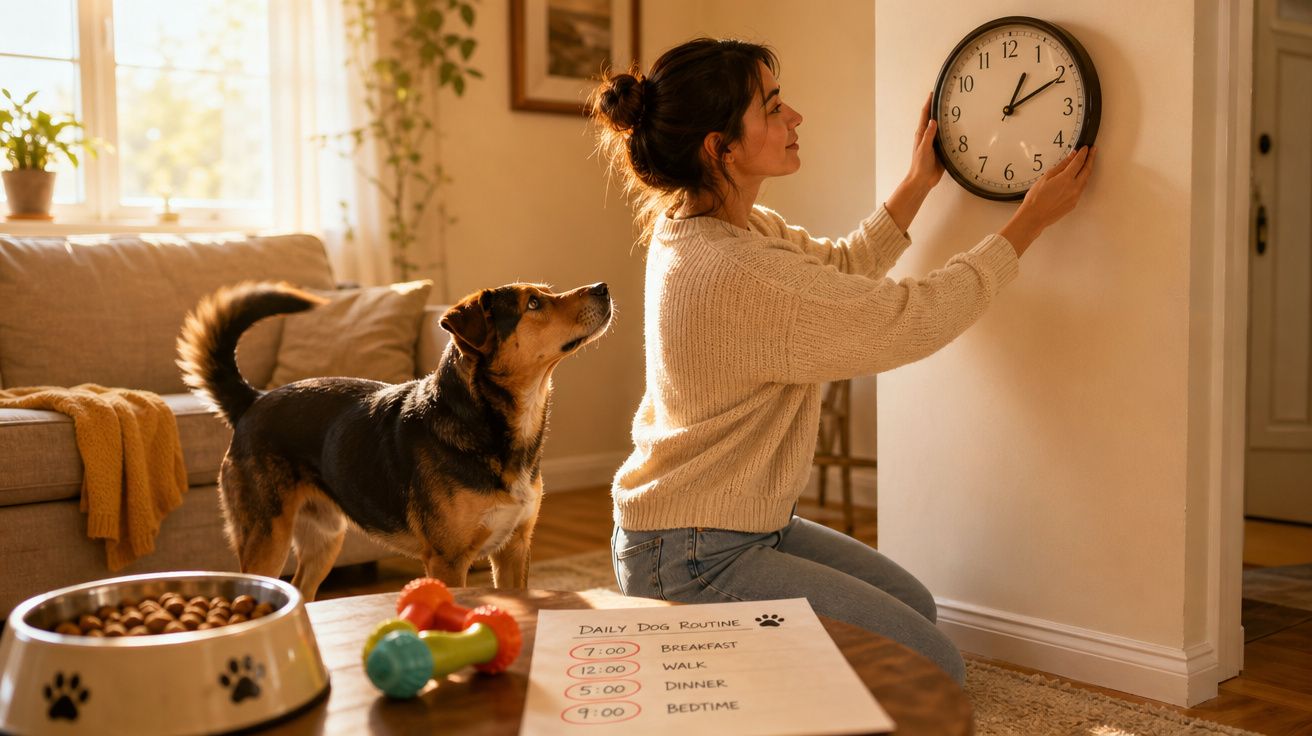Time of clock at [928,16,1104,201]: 1:10
